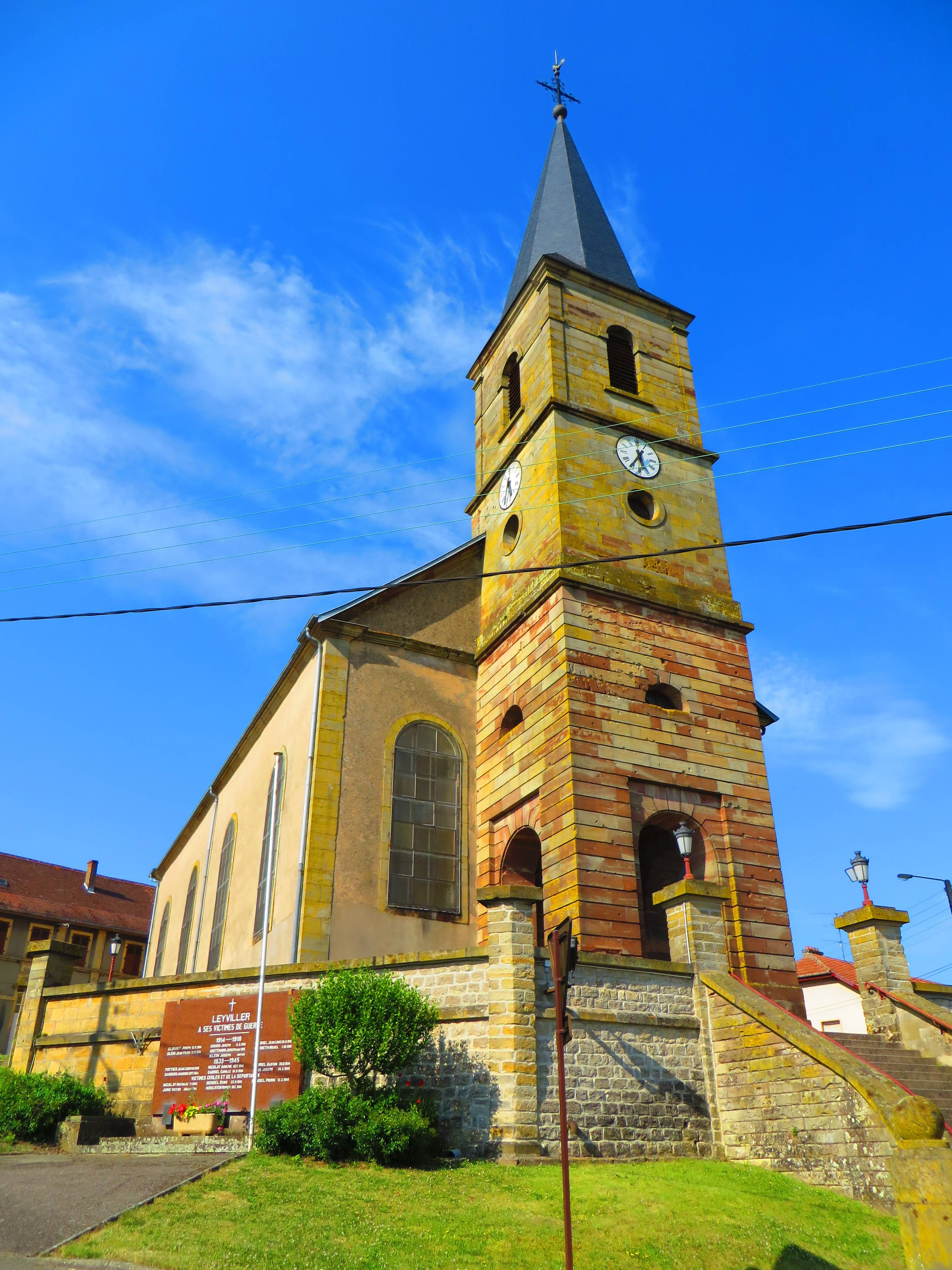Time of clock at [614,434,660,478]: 5:35
